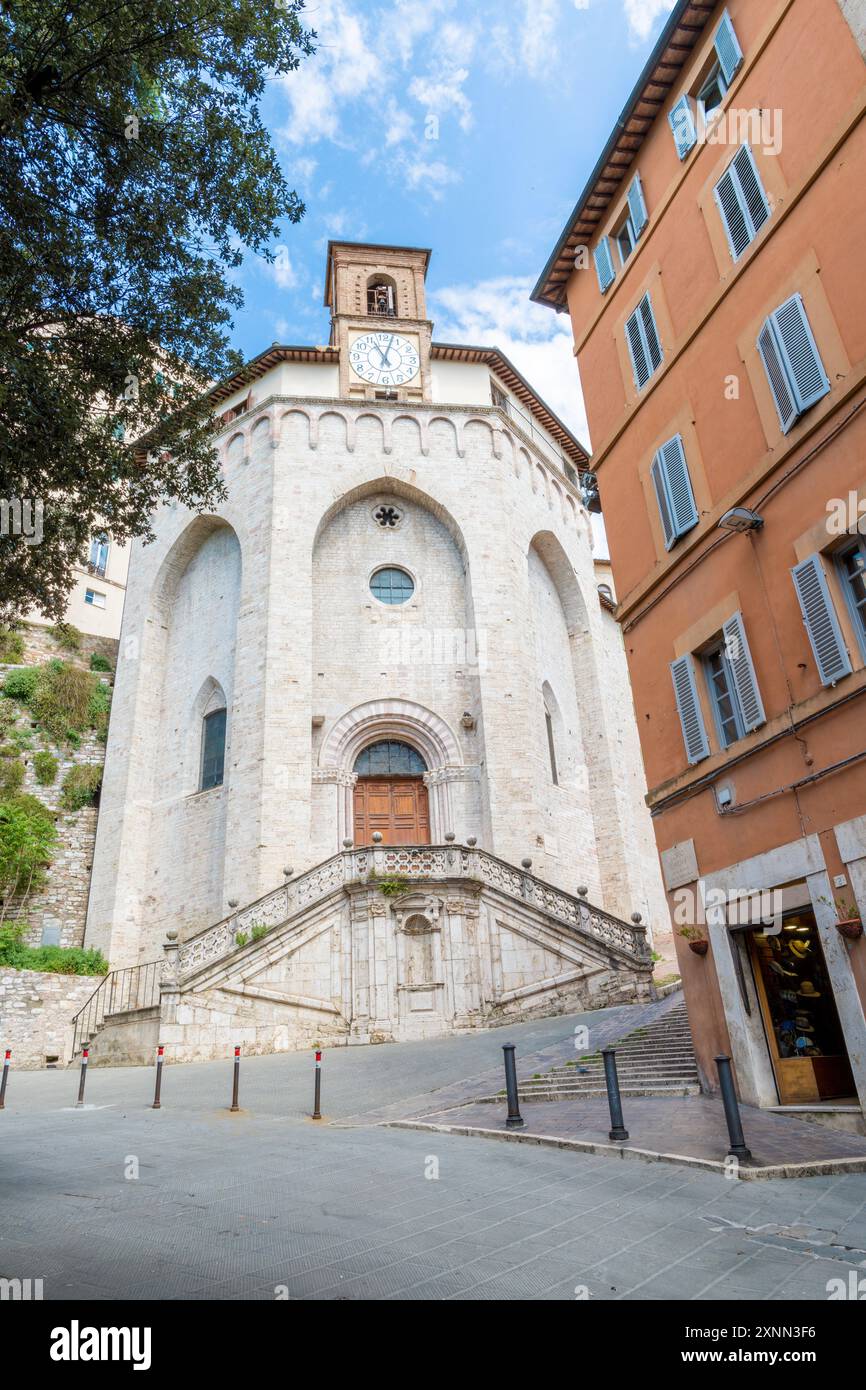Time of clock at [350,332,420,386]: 11:02
